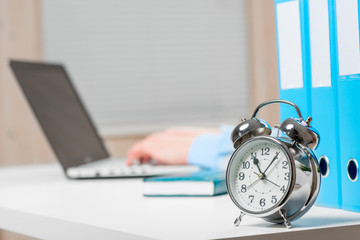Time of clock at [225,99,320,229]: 11:06
